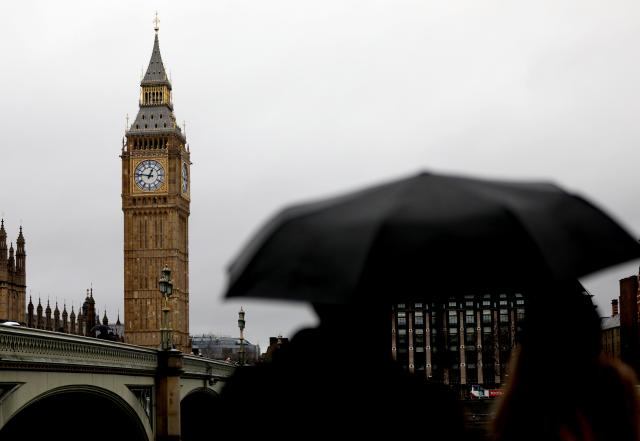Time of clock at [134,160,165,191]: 12:46
